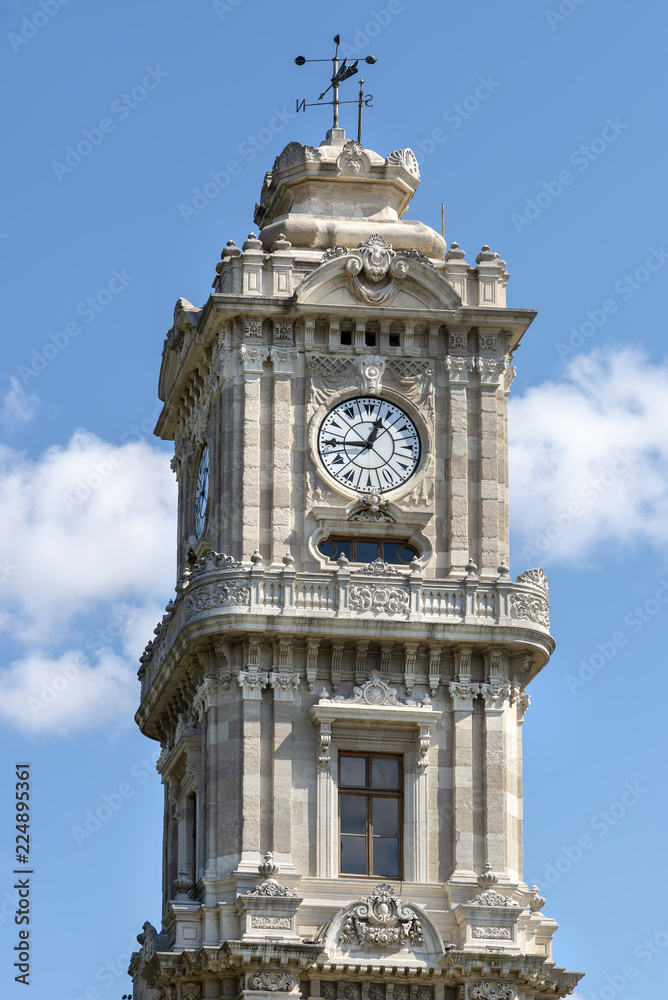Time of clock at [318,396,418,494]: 12:45
